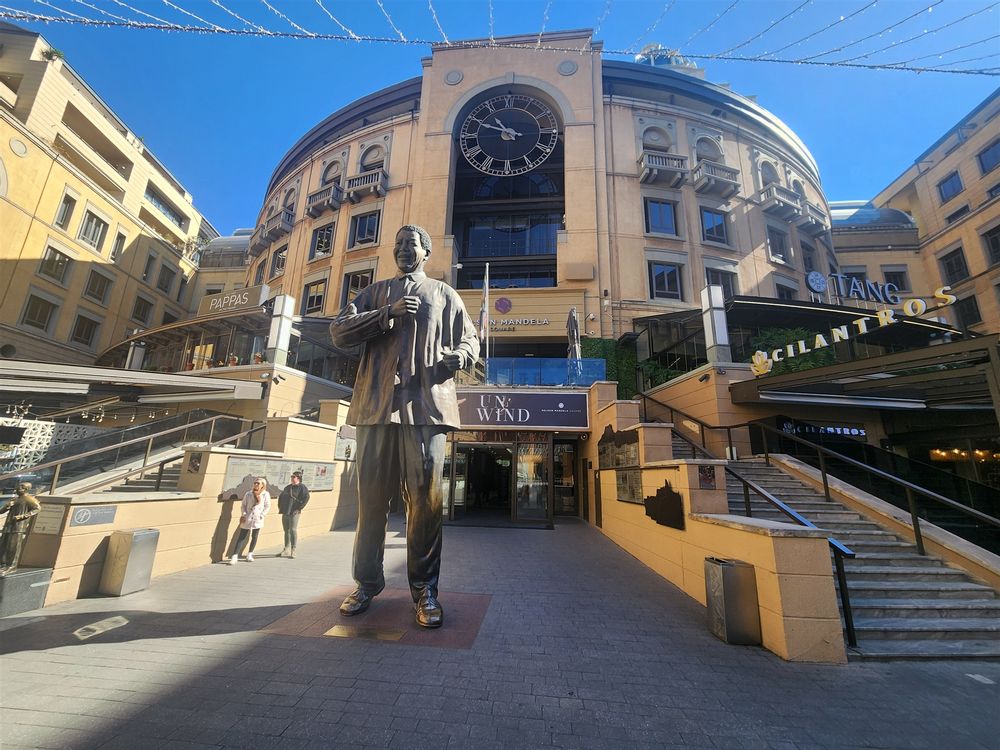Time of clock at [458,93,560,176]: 10:49
